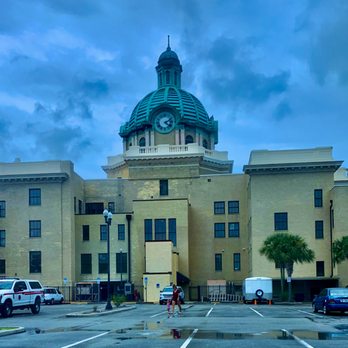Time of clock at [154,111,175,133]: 4:10
